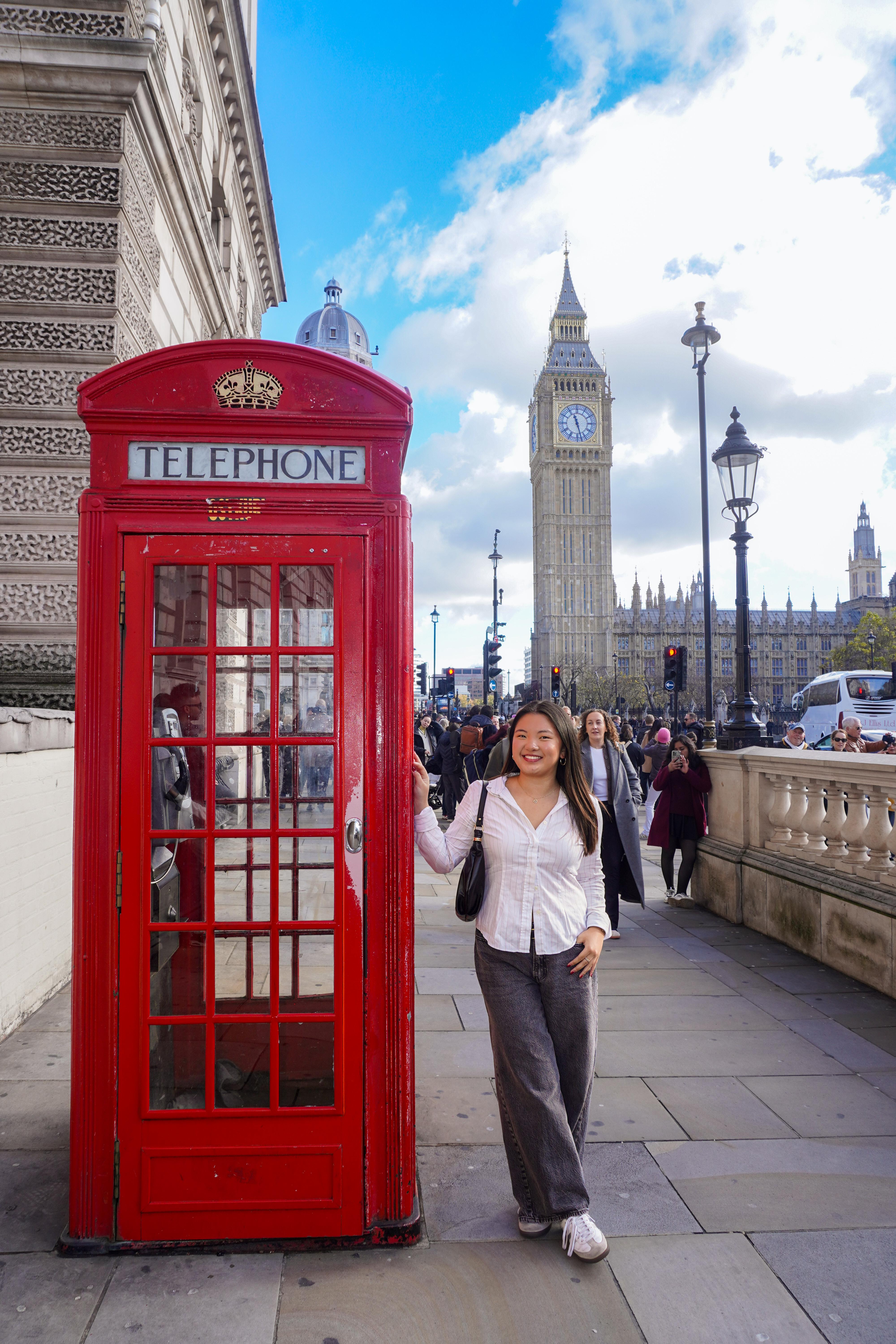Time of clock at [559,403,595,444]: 11:27
